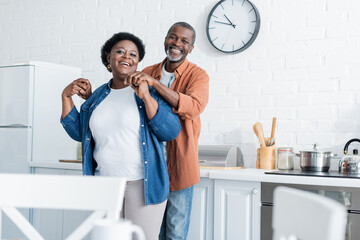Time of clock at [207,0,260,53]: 10:47
